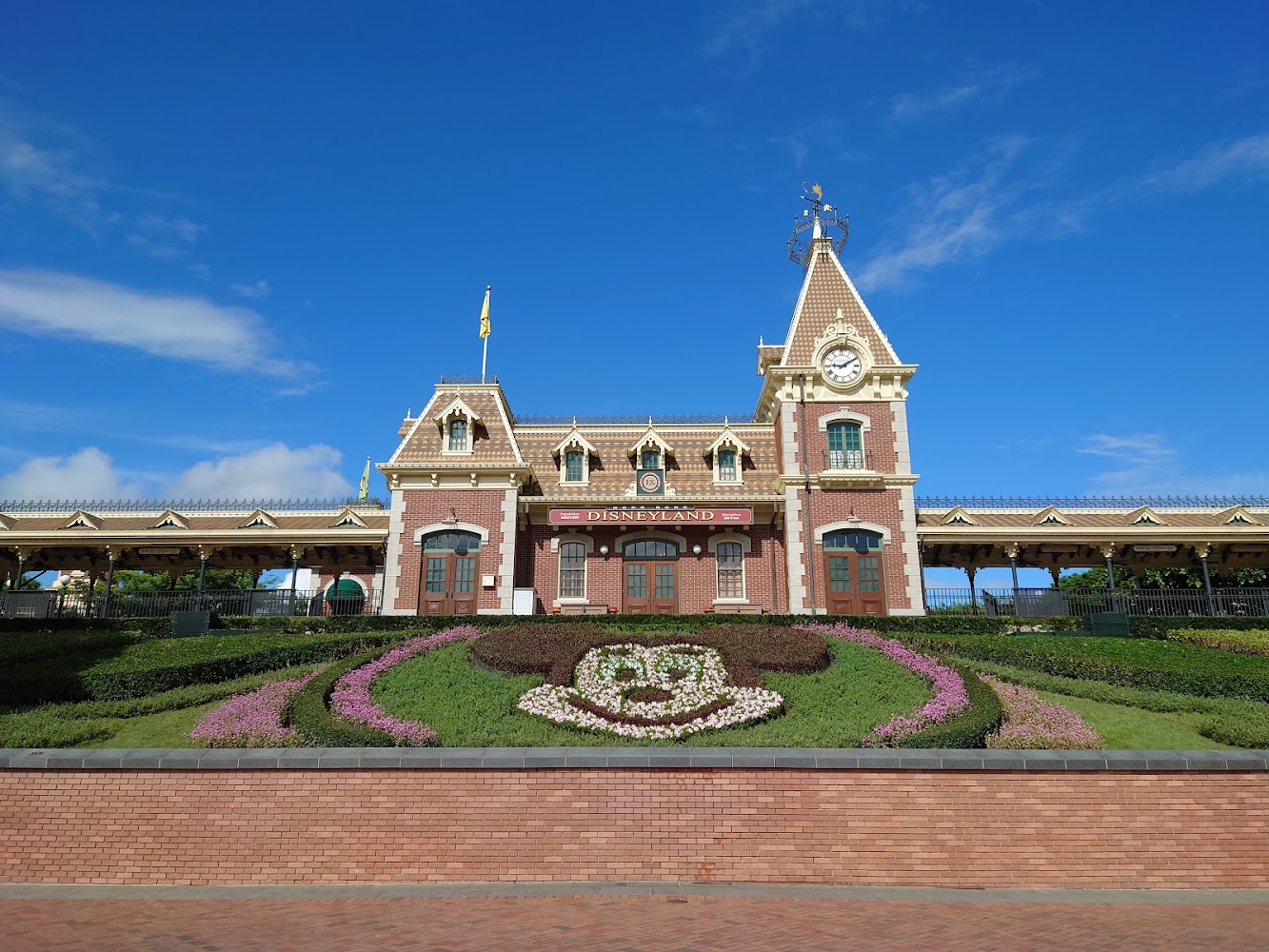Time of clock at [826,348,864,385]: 9:10
